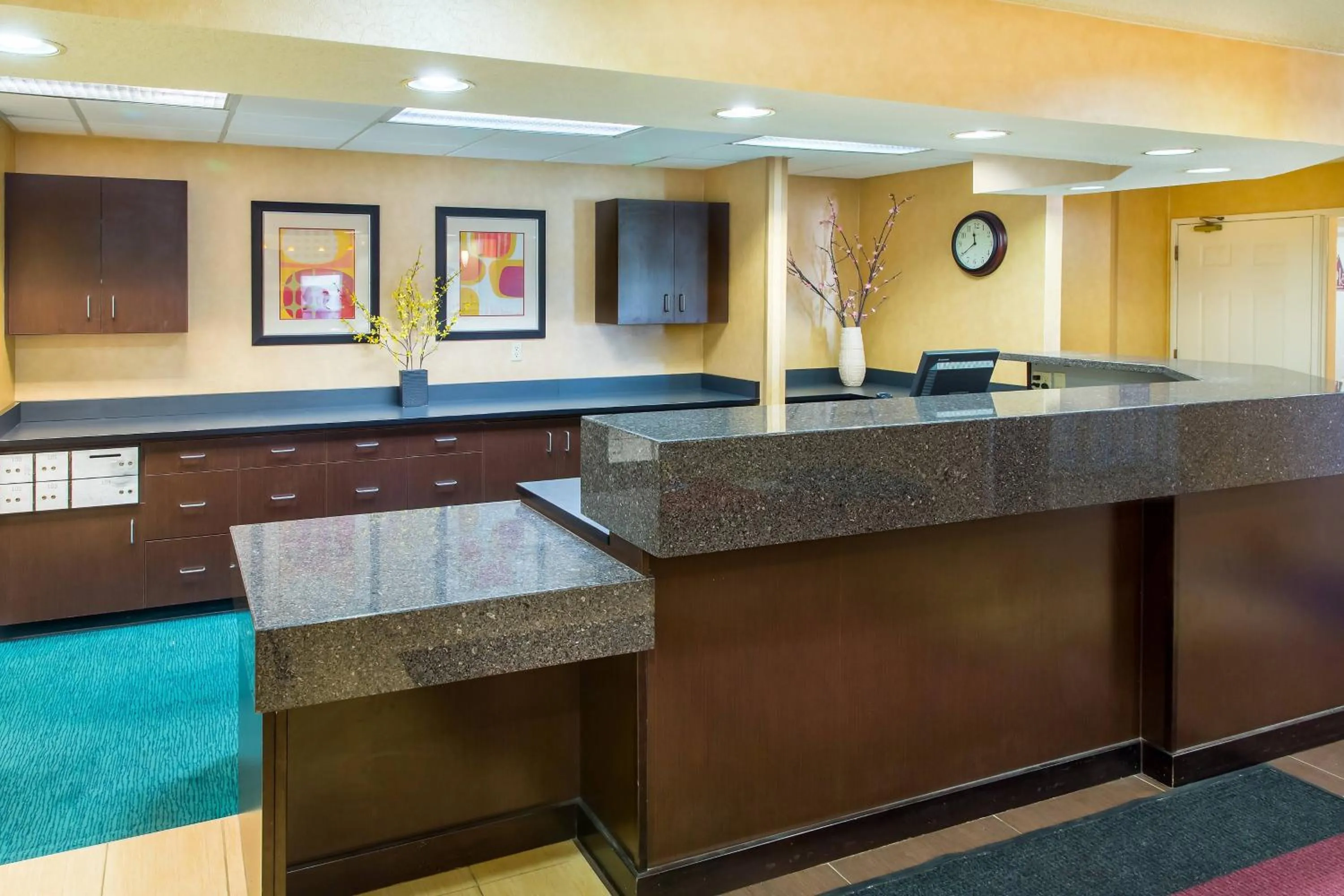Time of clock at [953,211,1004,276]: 11:39
